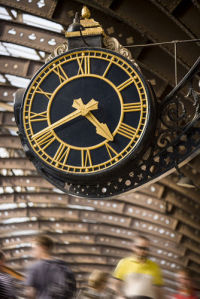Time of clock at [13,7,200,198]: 4:40
